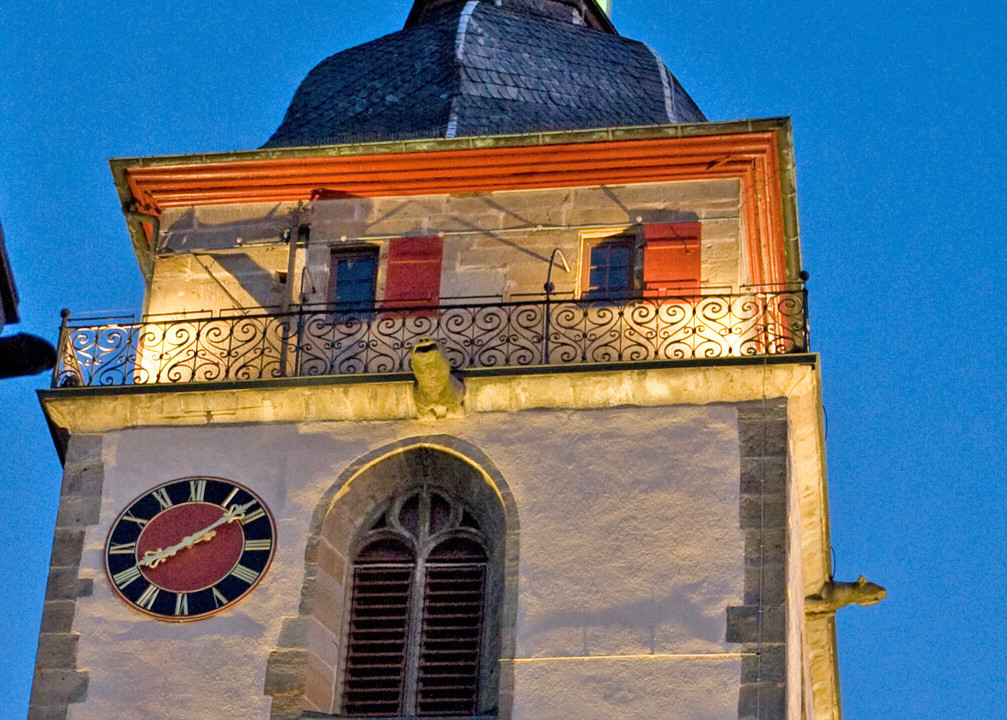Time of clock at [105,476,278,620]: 8:08
